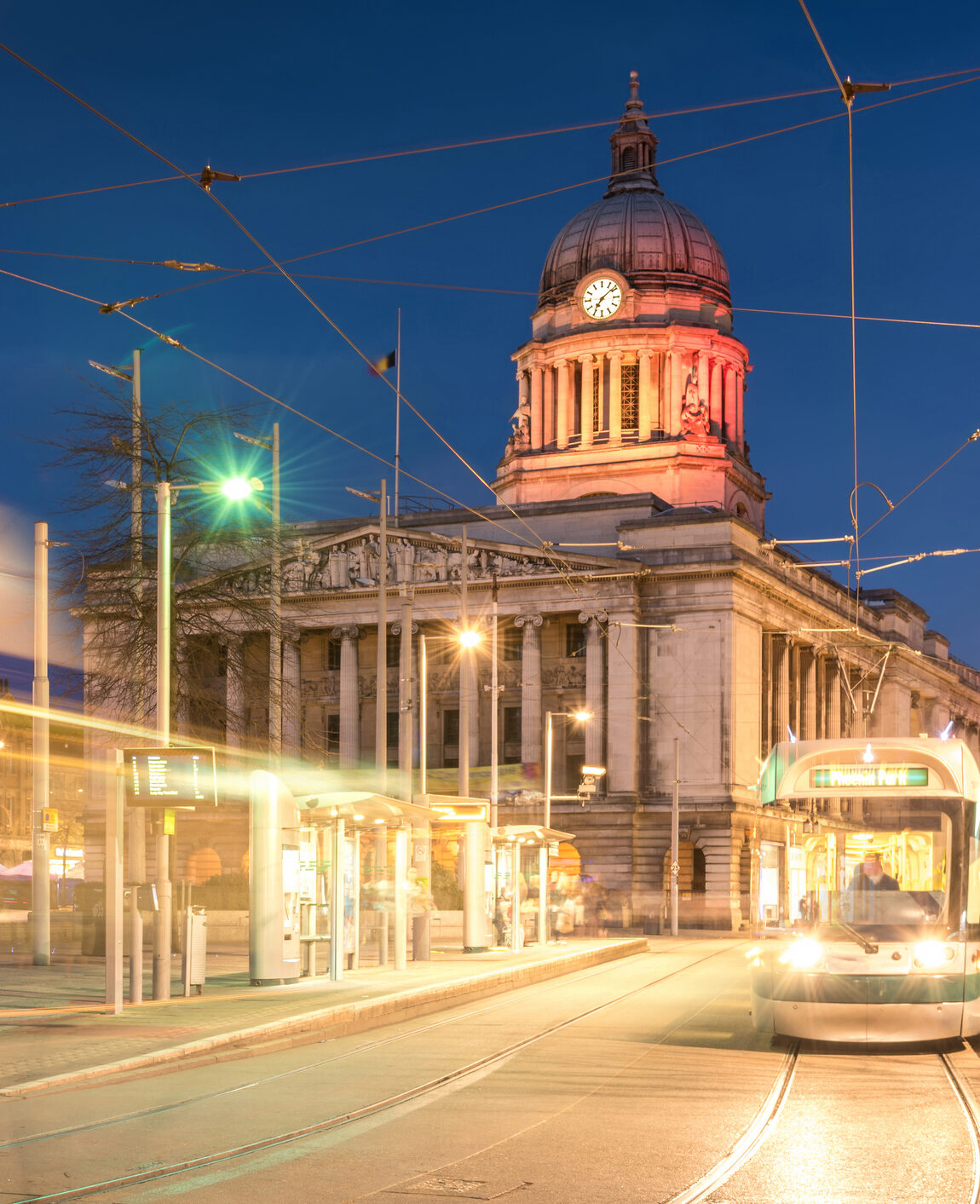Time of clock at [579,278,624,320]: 7:08
